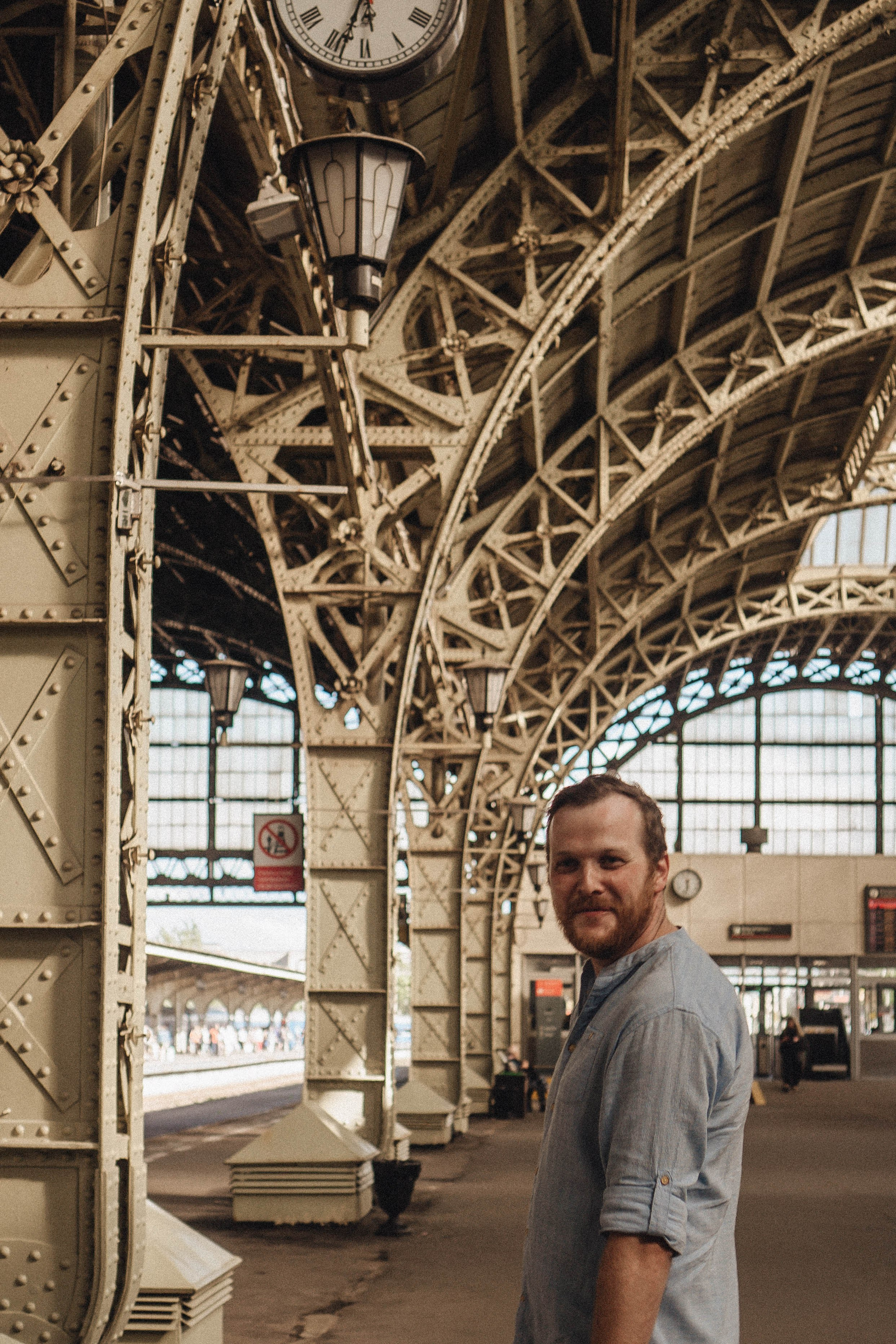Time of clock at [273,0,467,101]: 5:33
